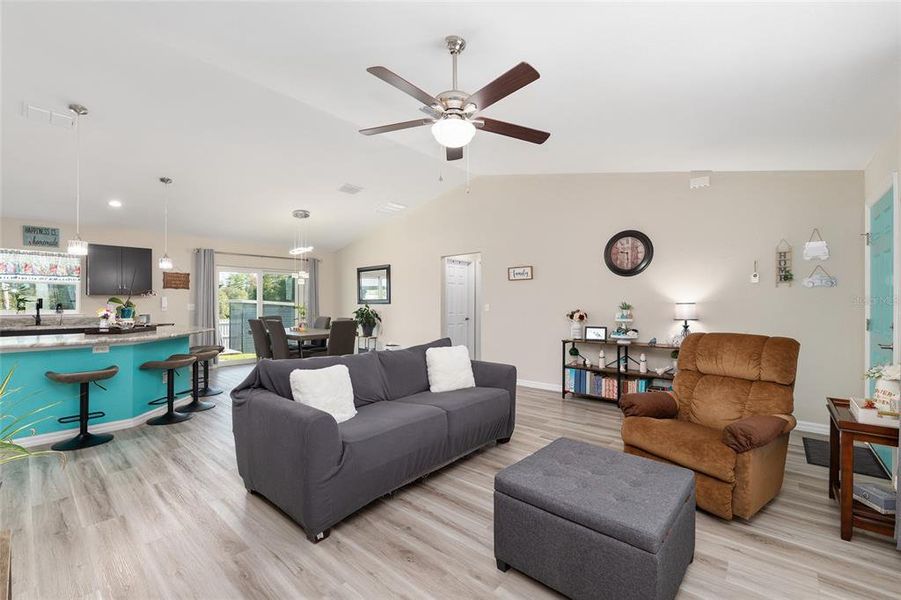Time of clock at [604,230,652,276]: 9:28
